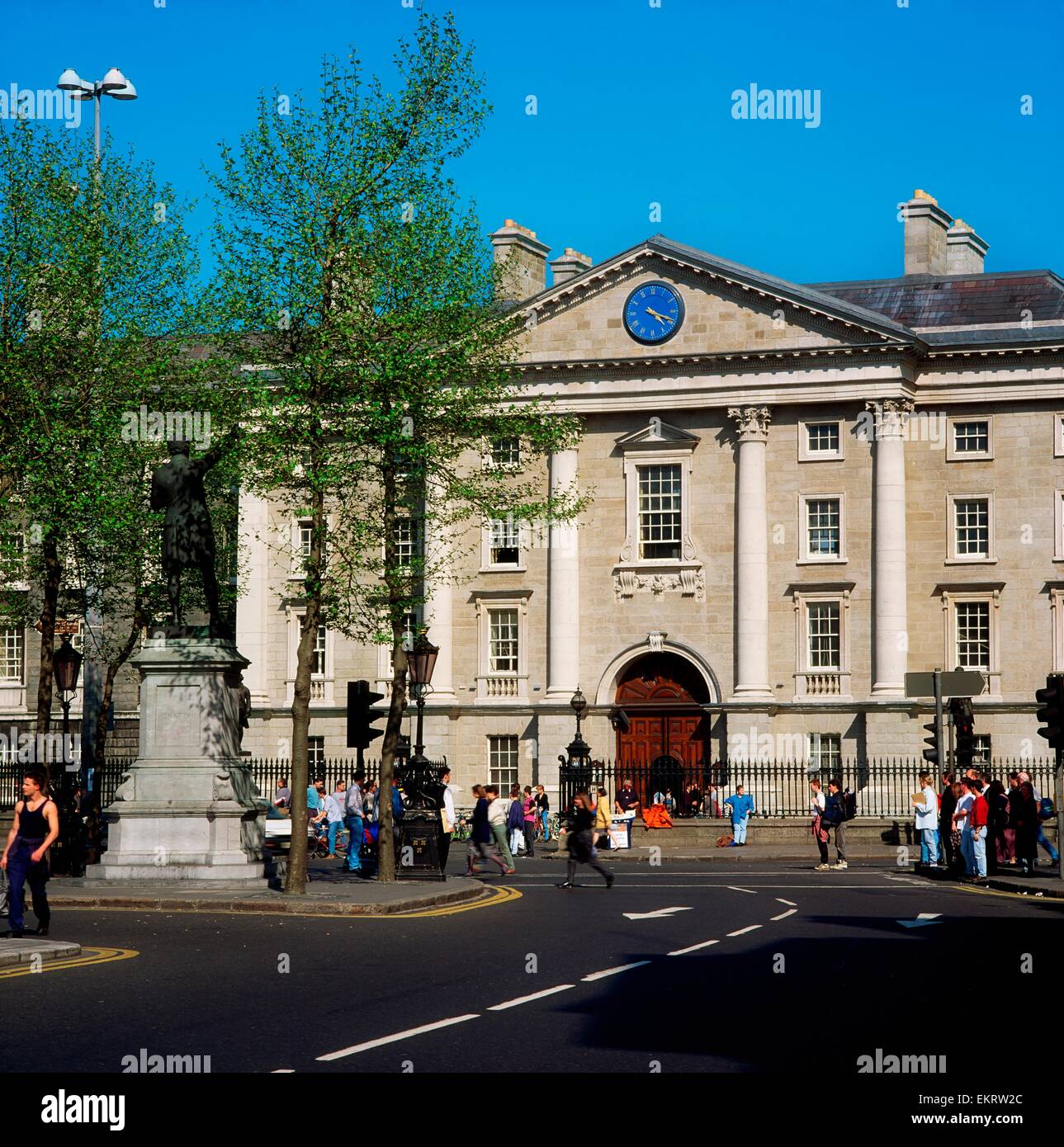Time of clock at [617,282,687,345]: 4:18
